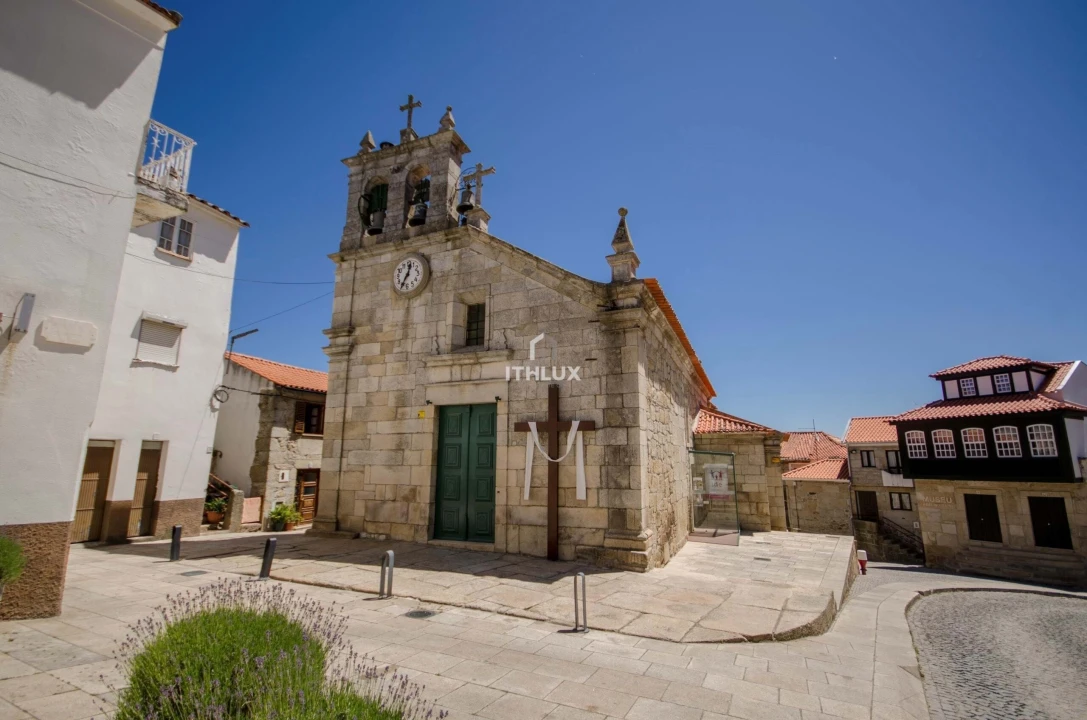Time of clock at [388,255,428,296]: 12:34
